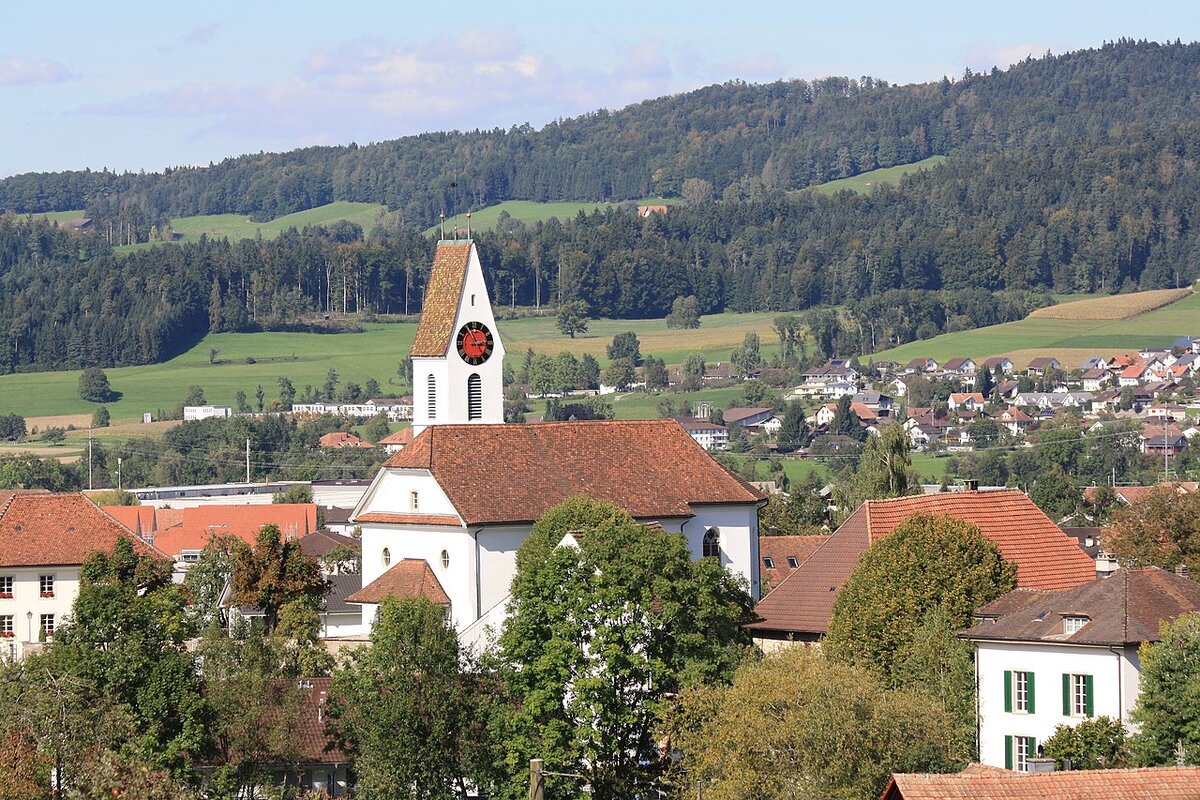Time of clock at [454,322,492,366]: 2:55
